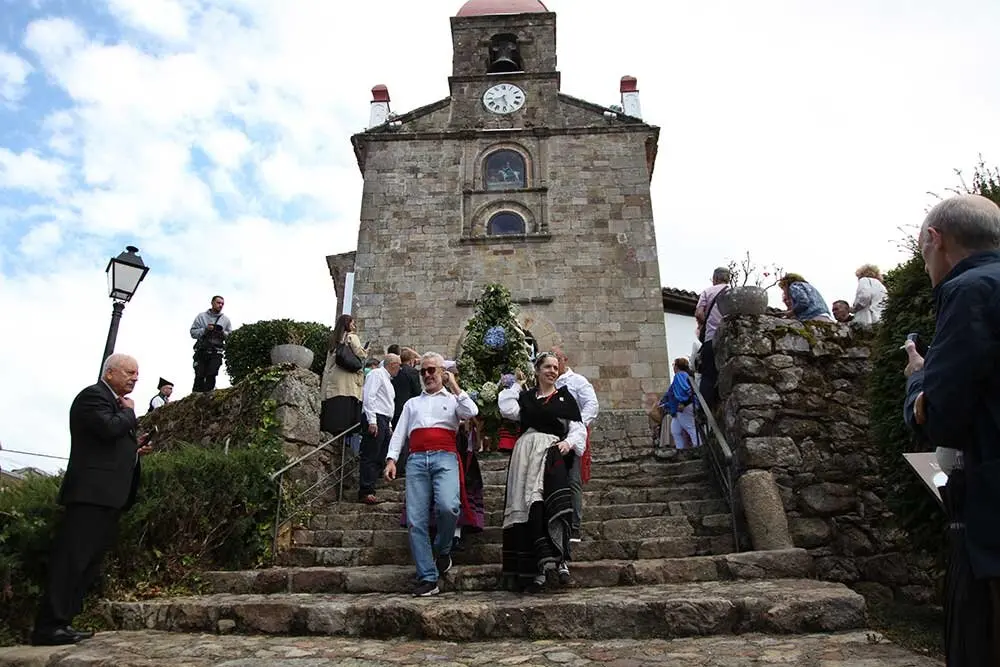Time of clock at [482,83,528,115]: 5:41
